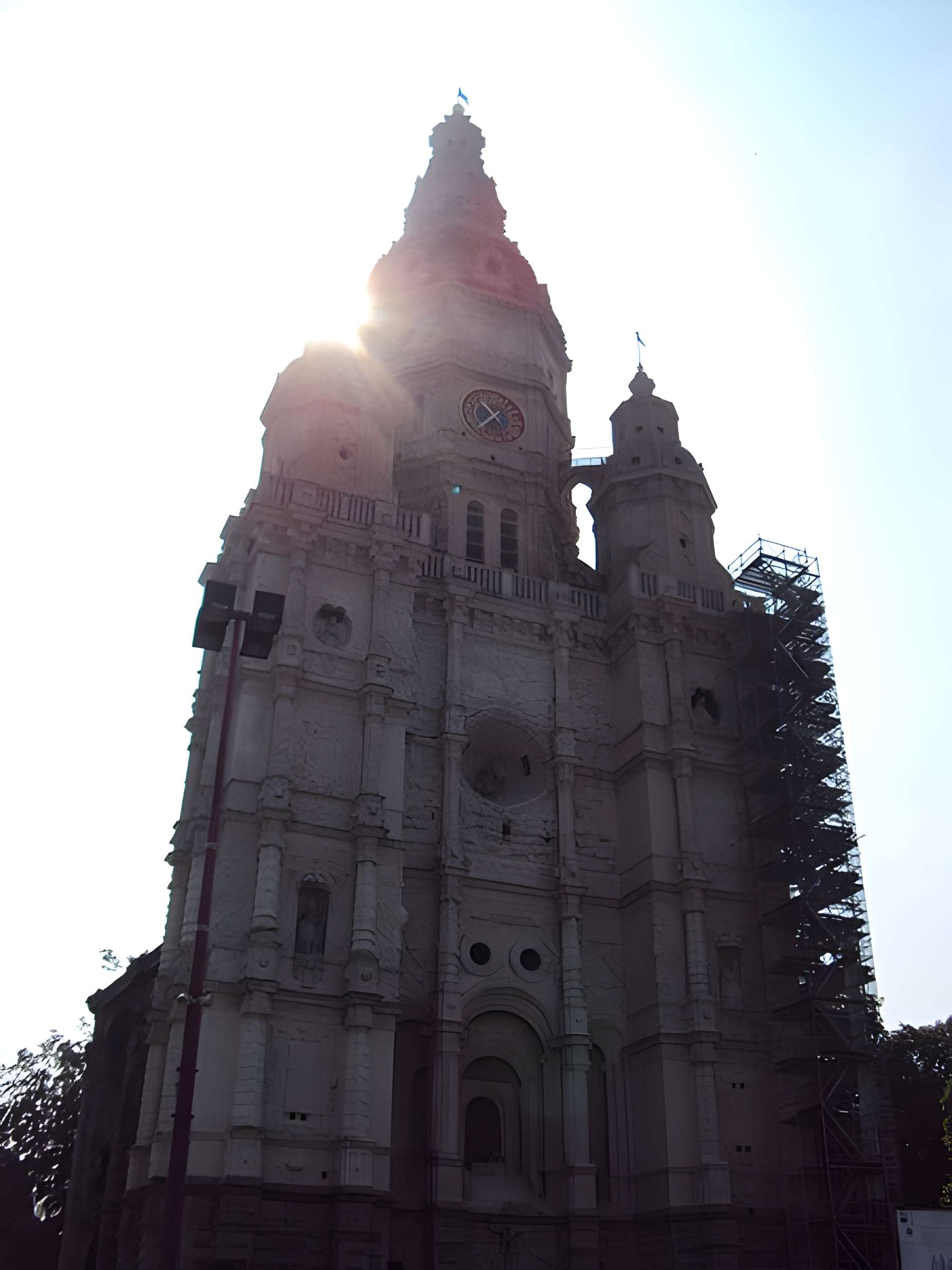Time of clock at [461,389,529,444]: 10:37
